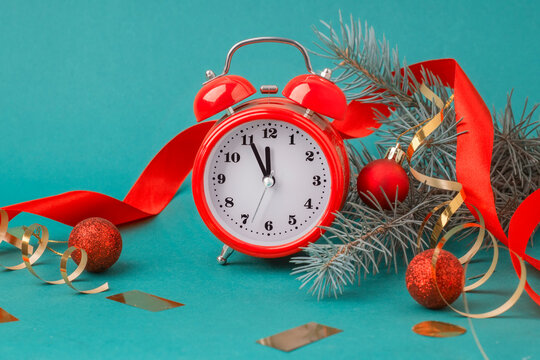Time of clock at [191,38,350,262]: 11:55
